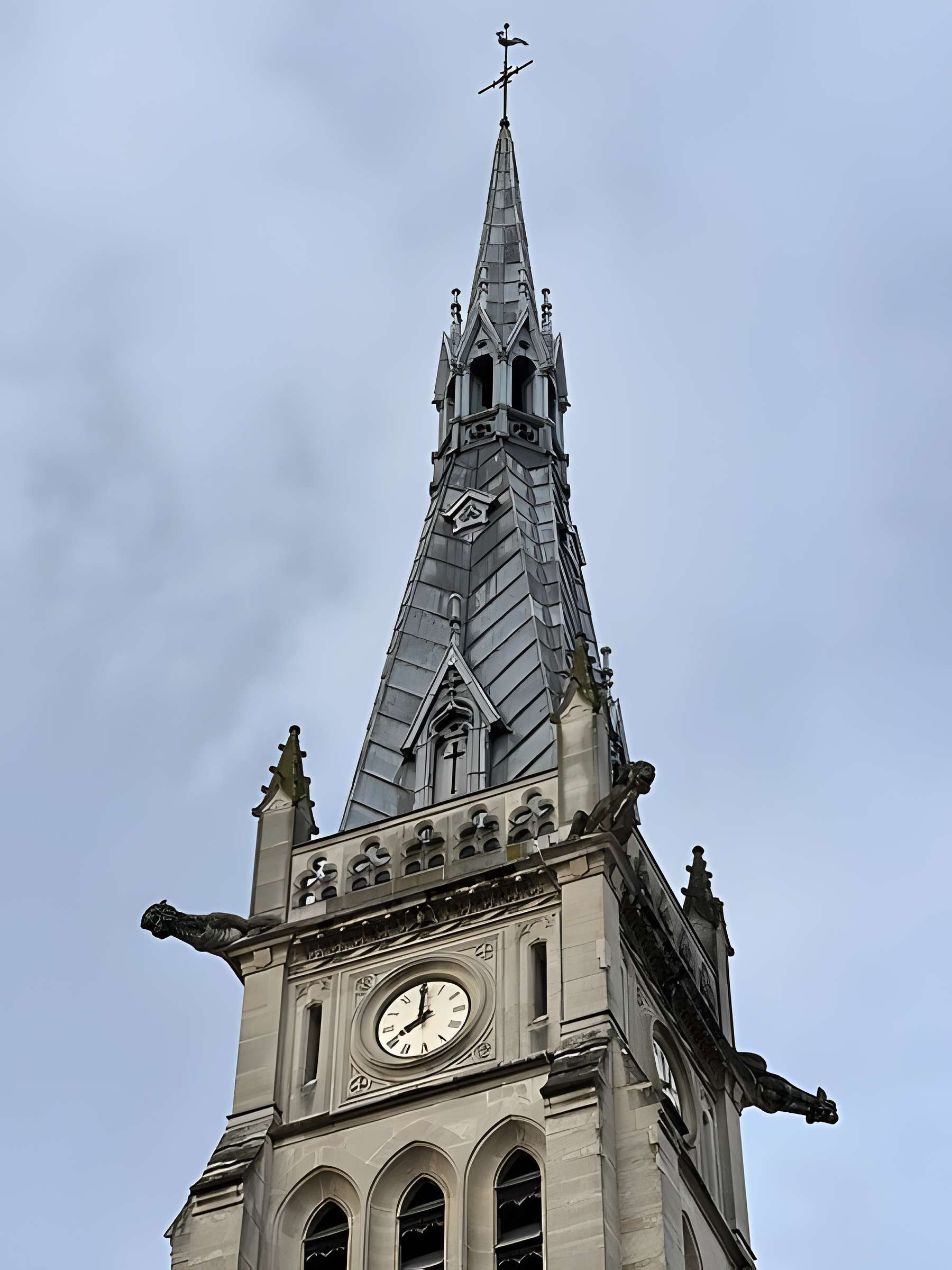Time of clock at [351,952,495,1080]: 8:00
